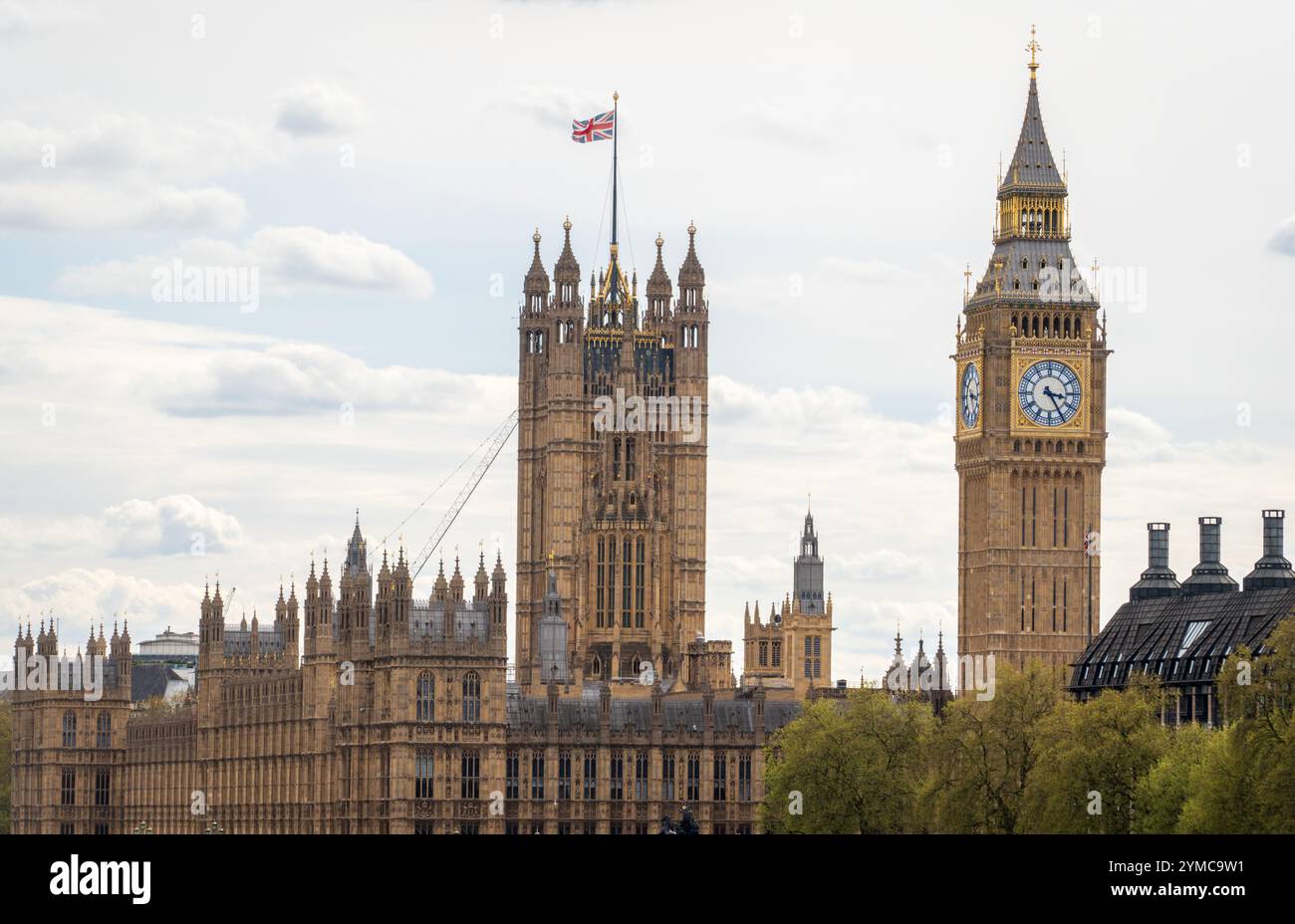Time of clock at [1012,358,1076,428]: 3:24
